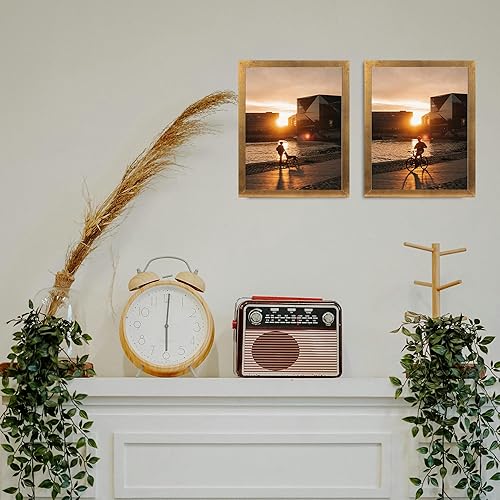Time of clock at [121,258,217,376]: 6:00
